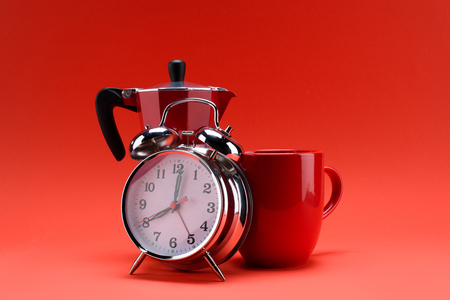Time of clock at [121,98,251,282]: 8:01
